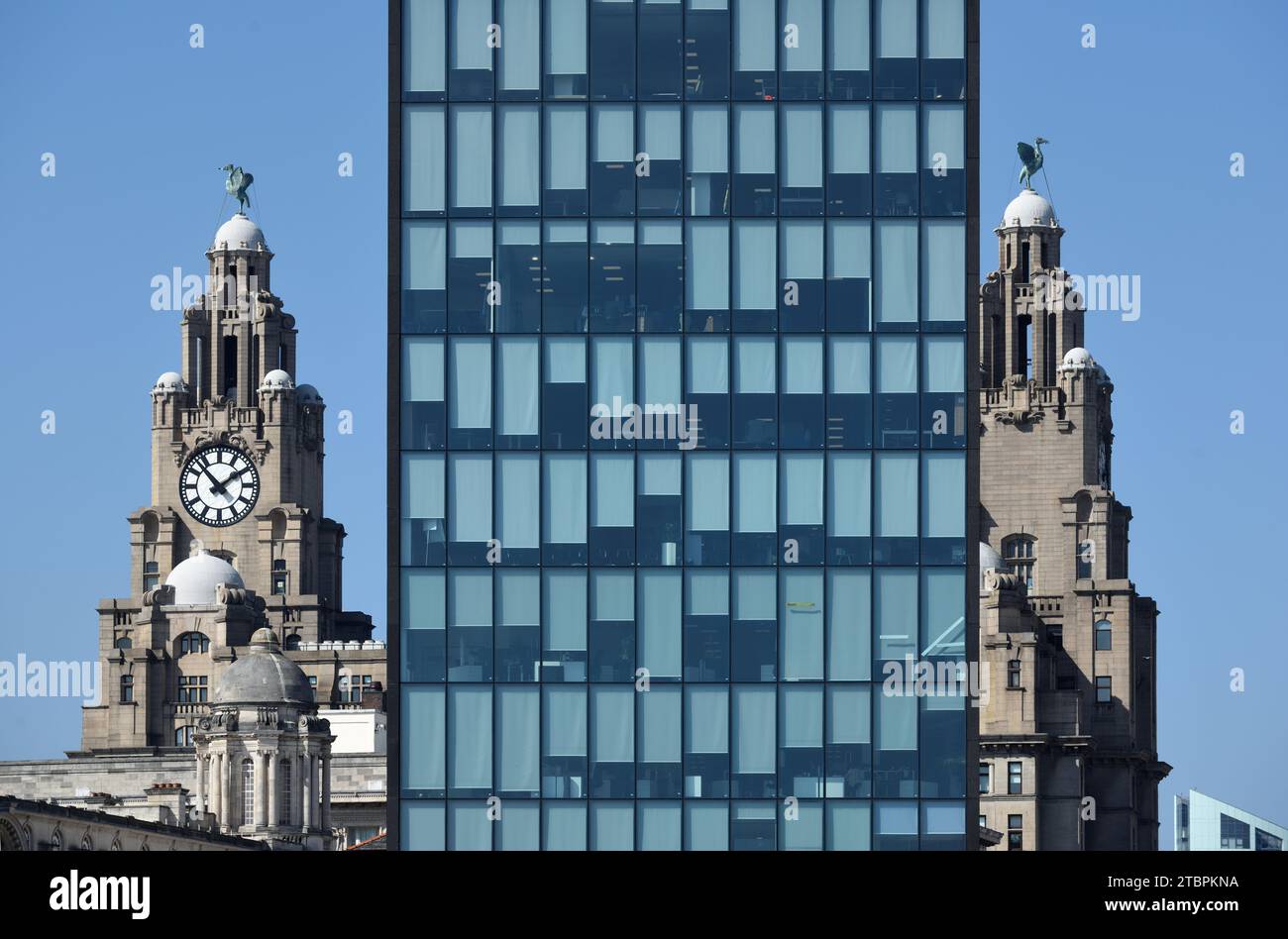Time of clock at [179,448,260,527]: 1:52
